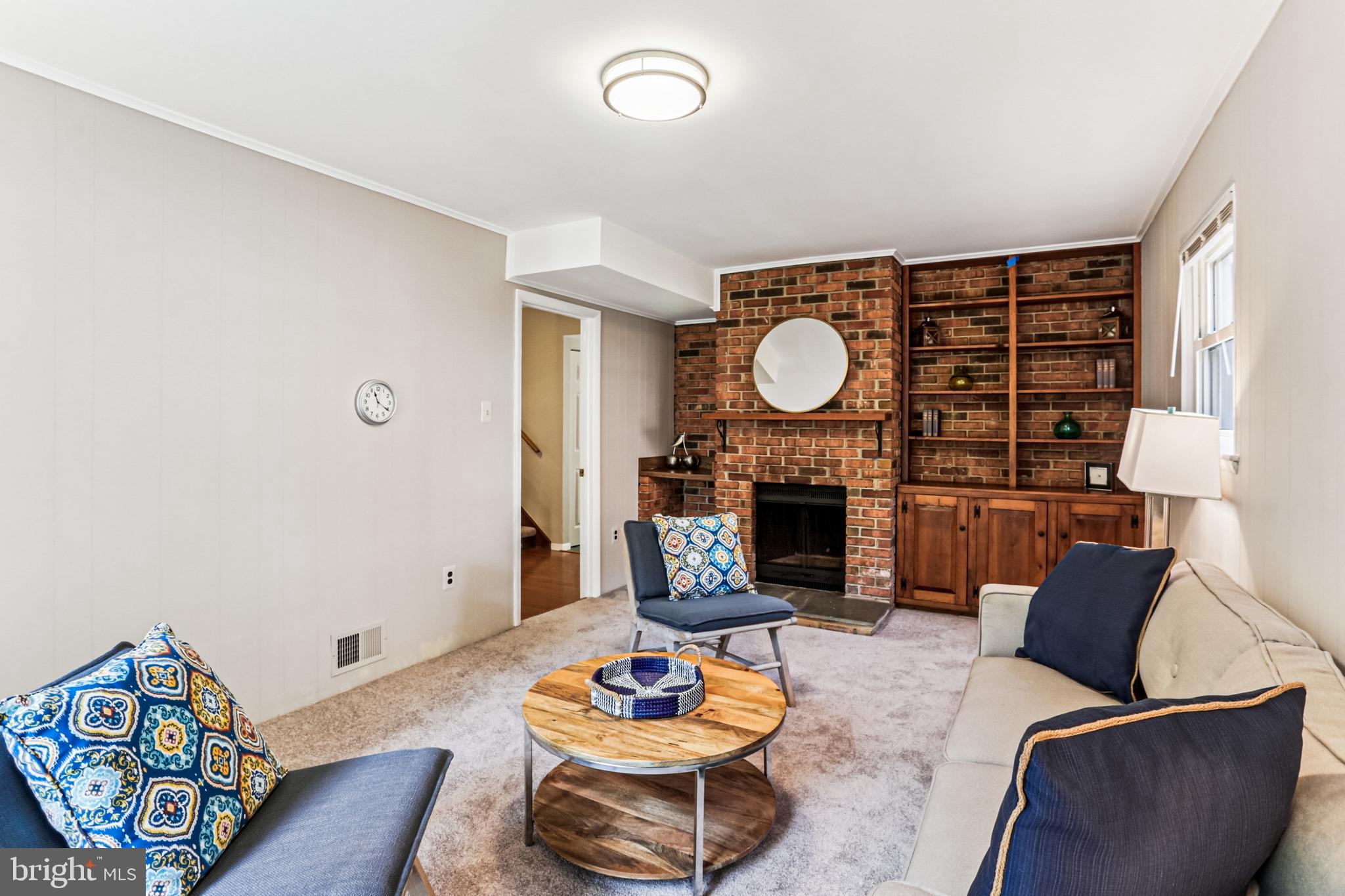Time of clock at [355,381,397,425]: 11:20
